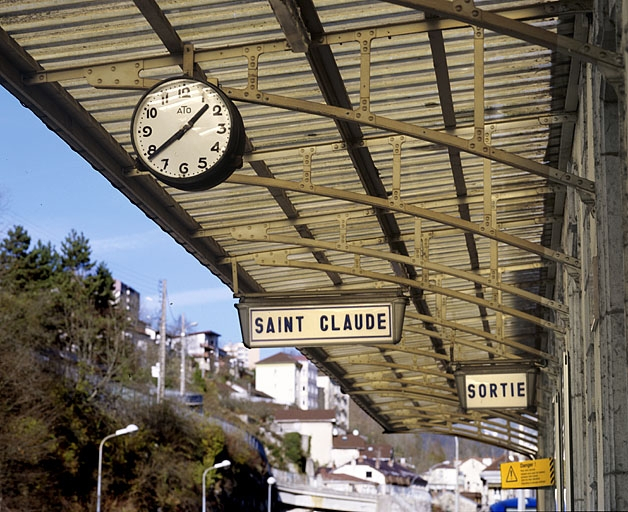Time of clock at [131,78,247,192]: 1:38
